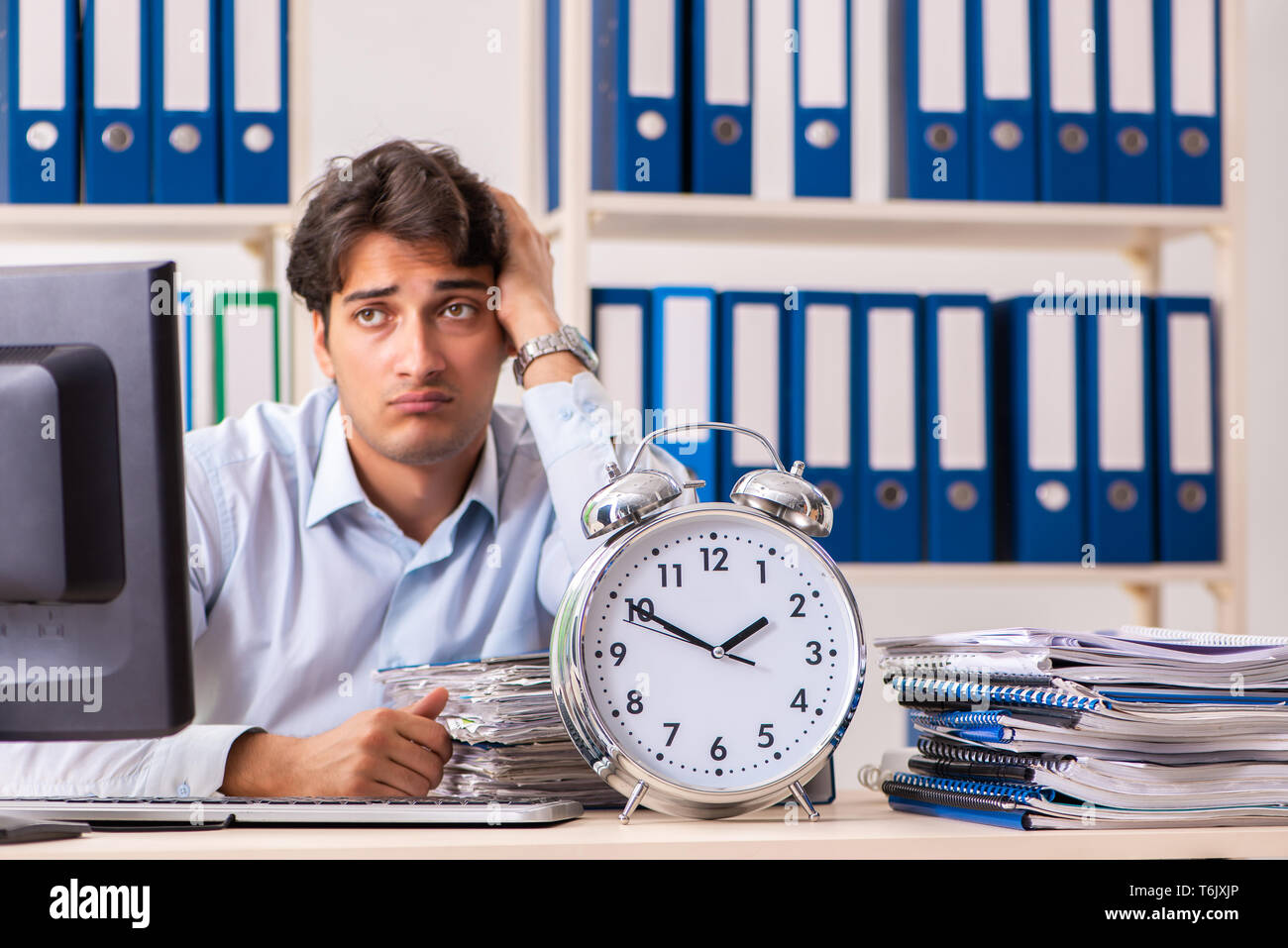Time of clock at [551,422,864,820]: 1:50
